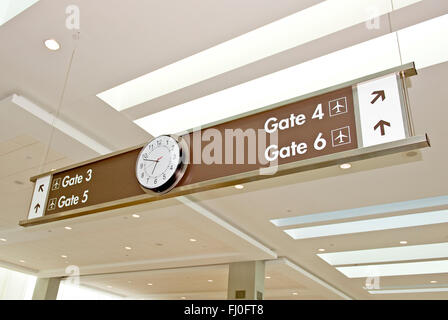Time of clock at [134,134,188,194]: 6:48
